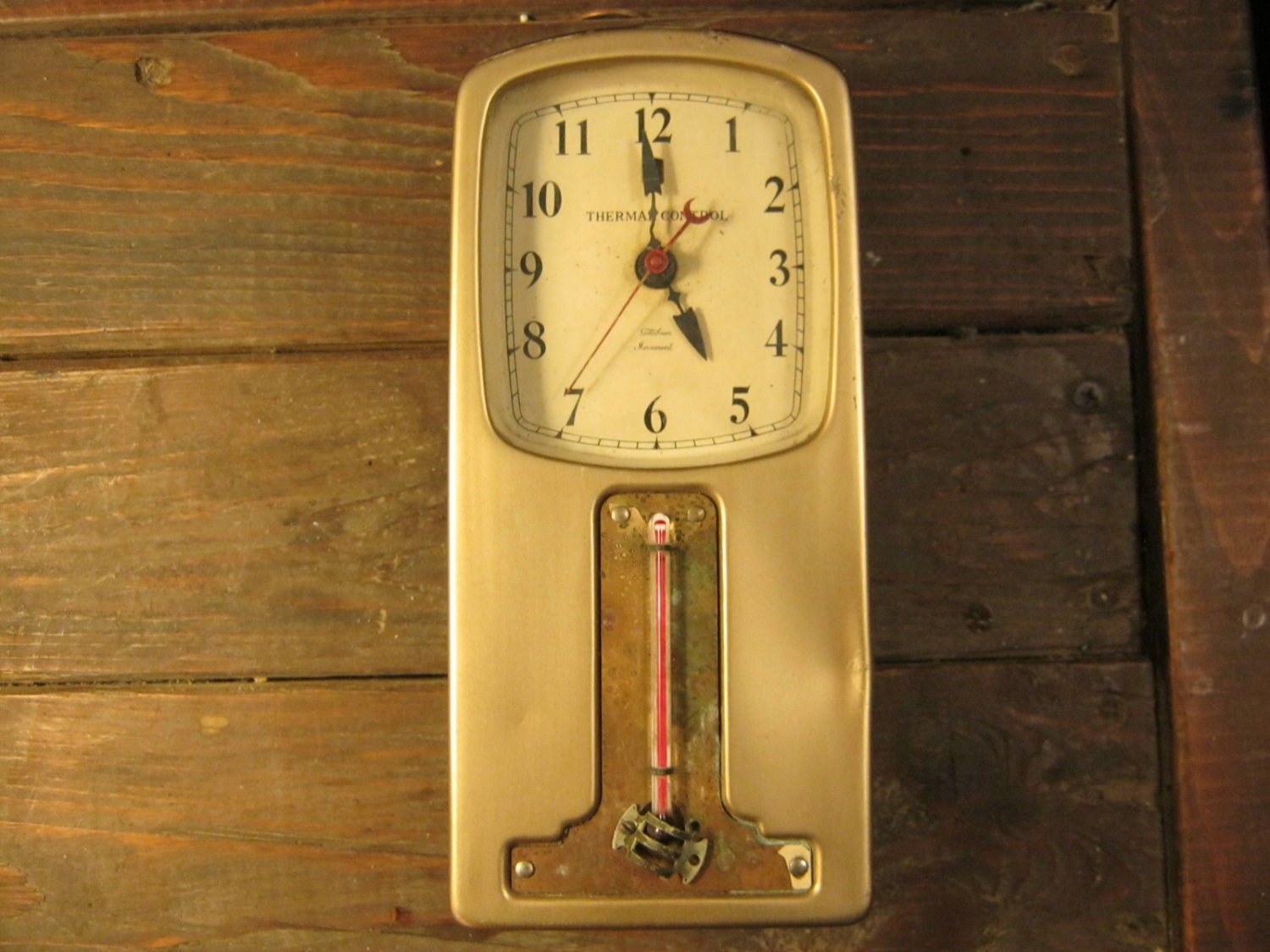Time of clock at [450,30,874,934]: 4:59
